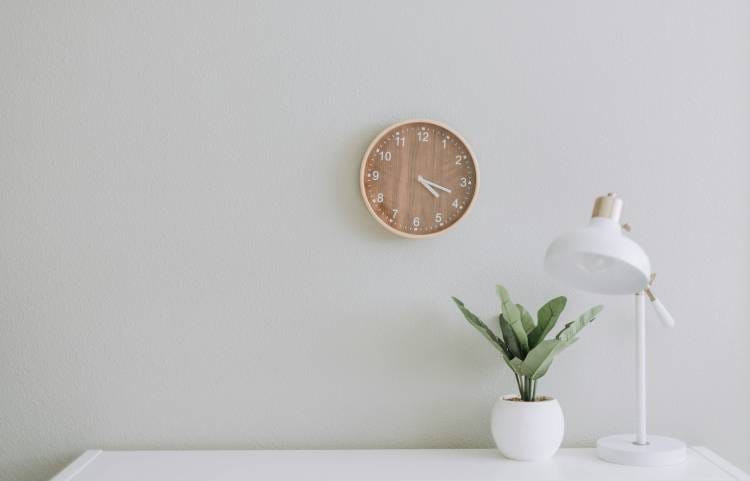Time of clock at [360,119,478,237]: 4:18
